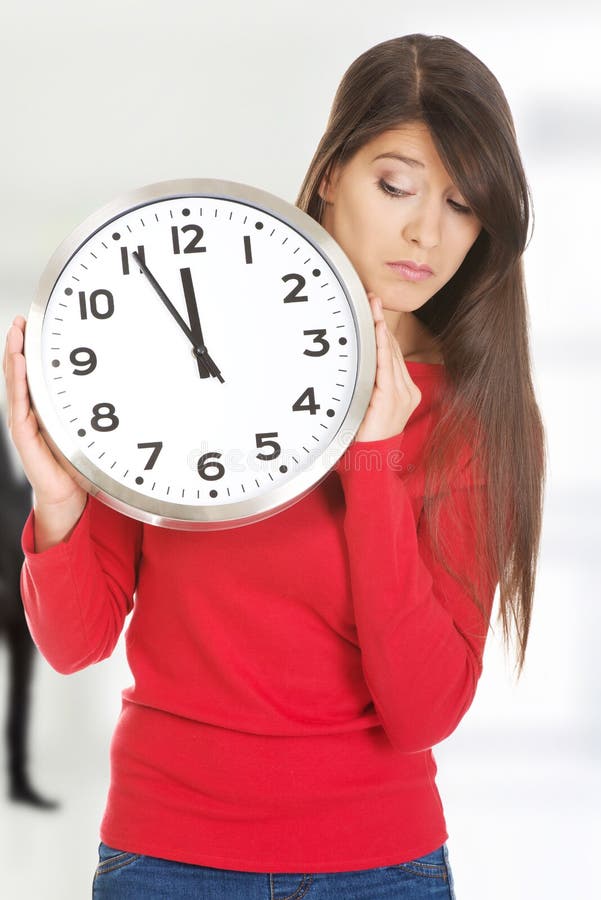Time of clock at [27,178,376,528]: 11:55
